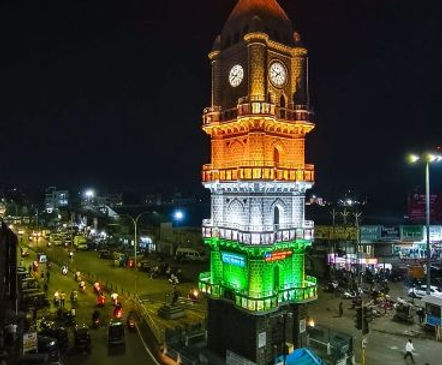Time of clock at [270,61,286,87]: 7:48
